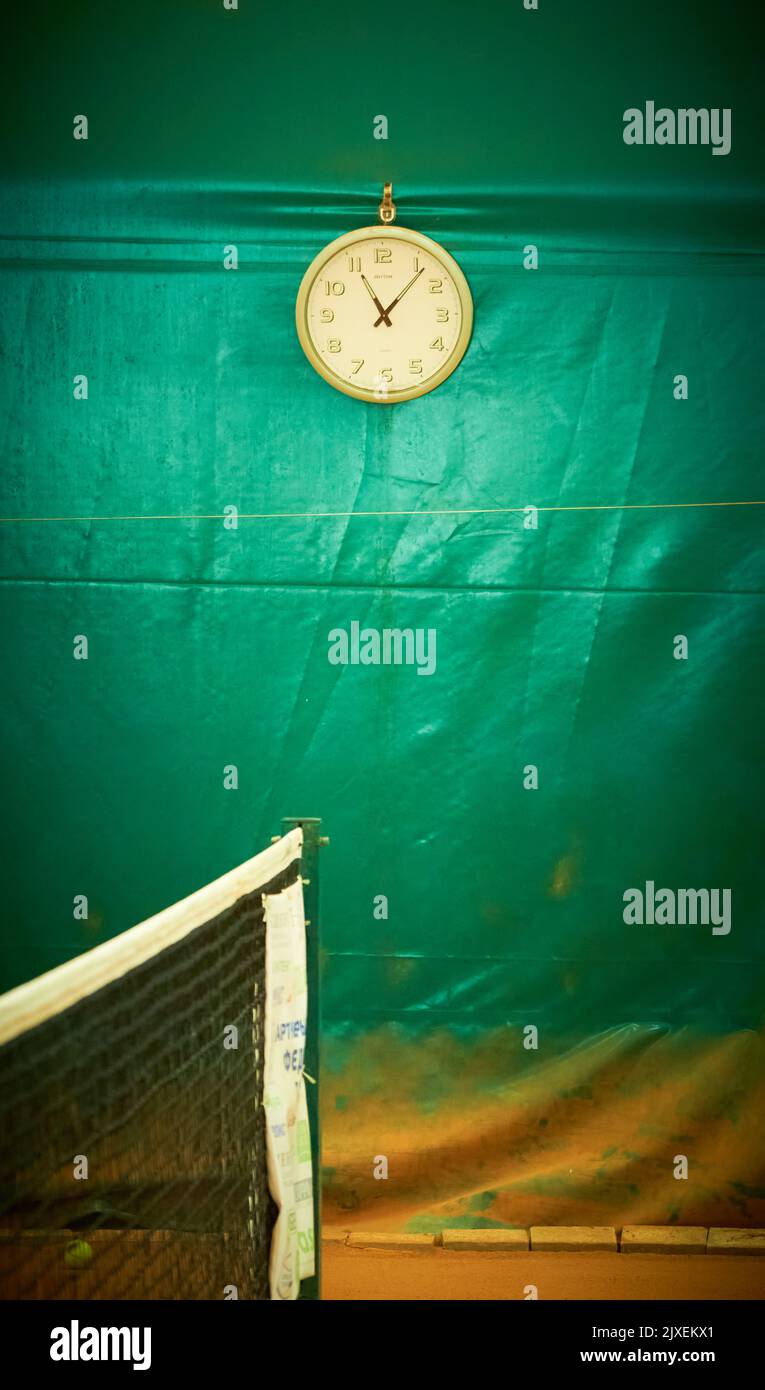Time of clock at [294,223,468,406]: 11:06
